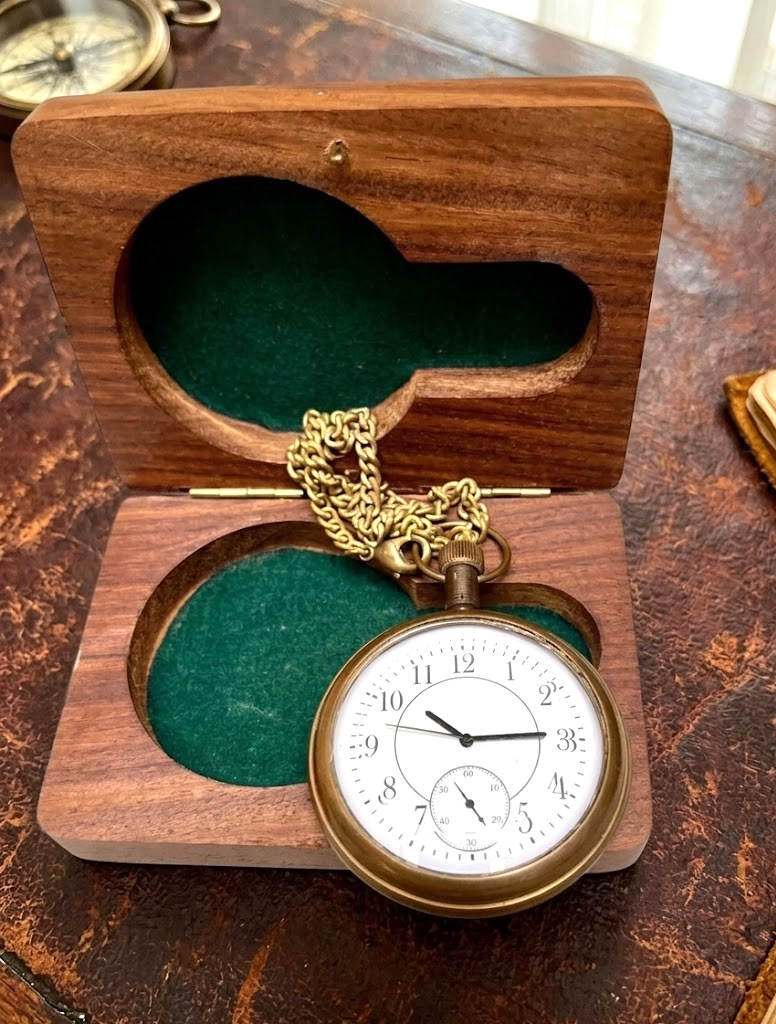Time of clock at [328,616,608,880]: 10:14
